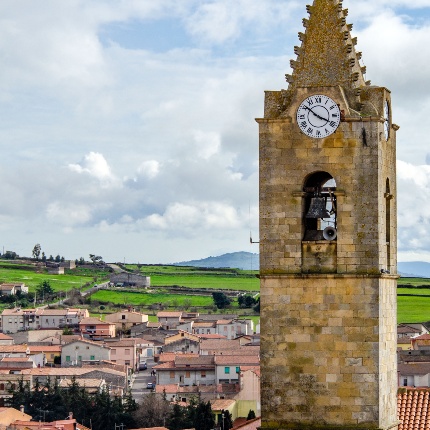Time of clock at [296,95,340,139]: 3:51
